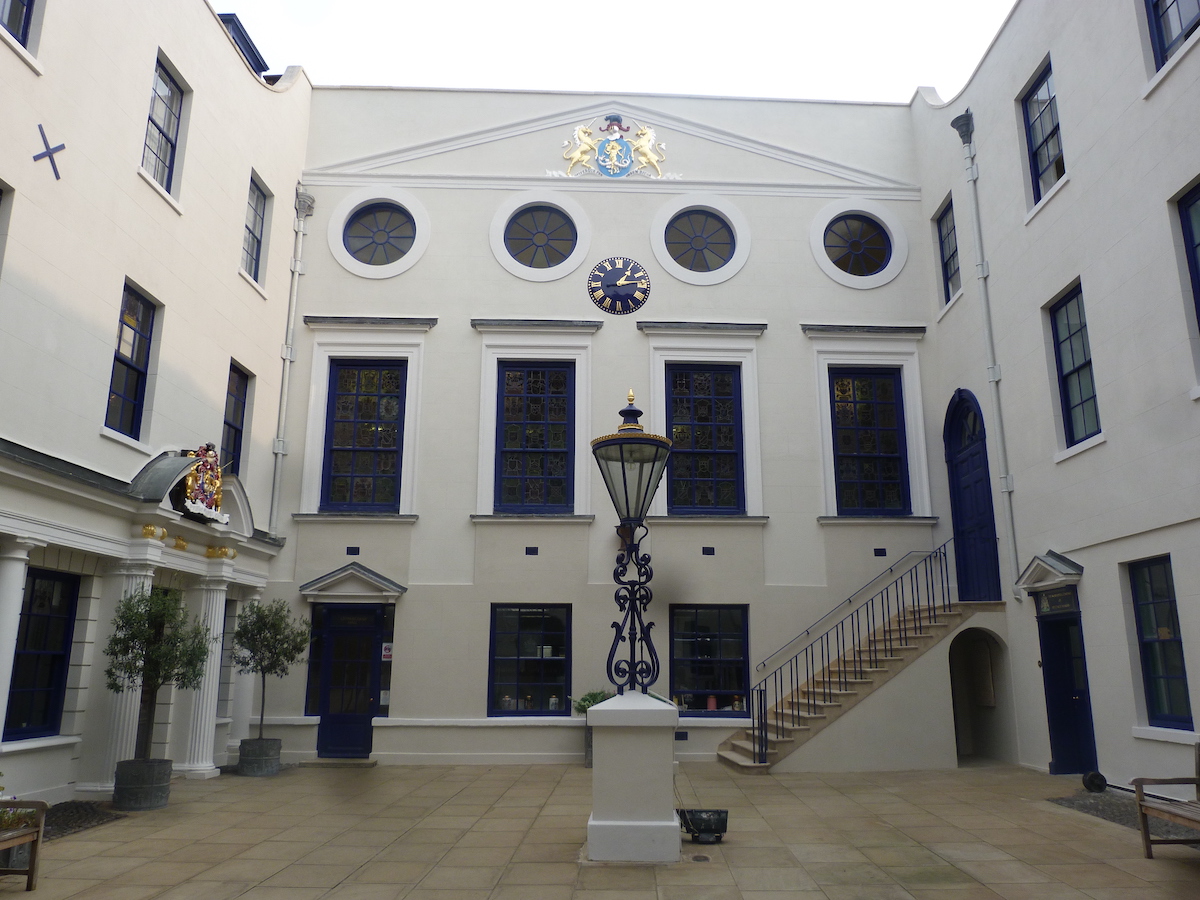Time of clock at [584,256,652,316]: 1:13
